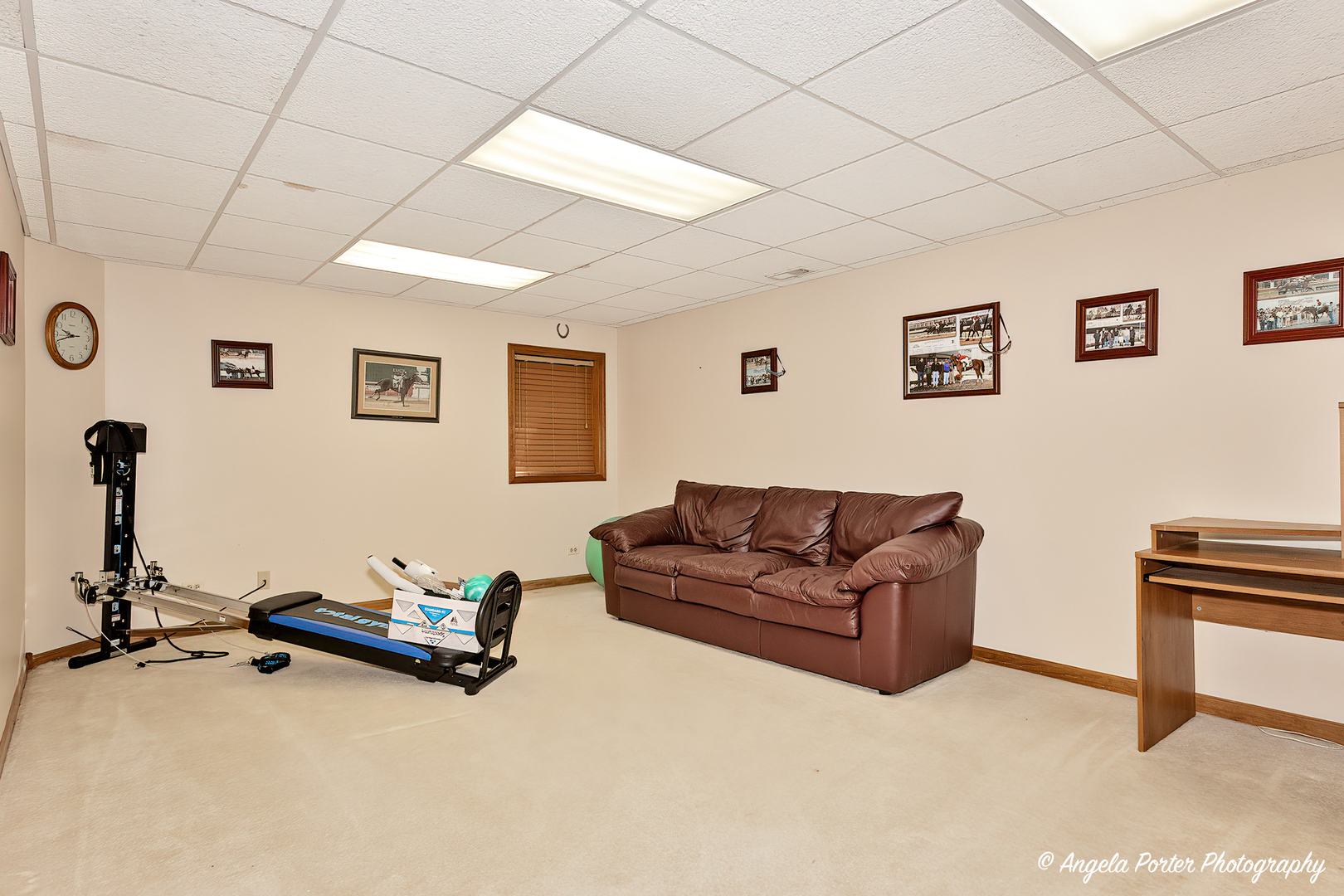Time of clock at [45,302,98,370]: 9:41
